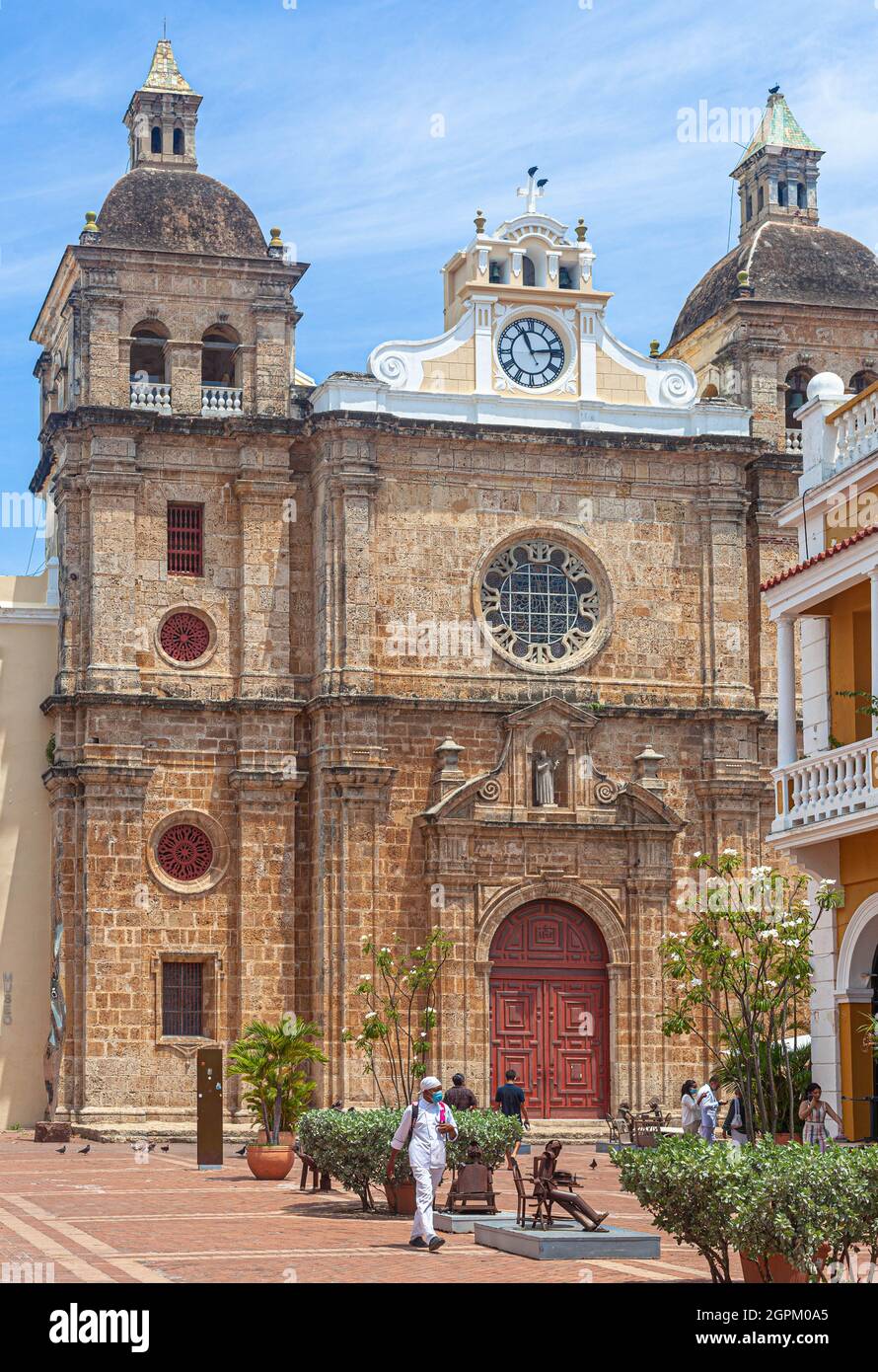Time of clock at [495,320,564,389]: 11:13
